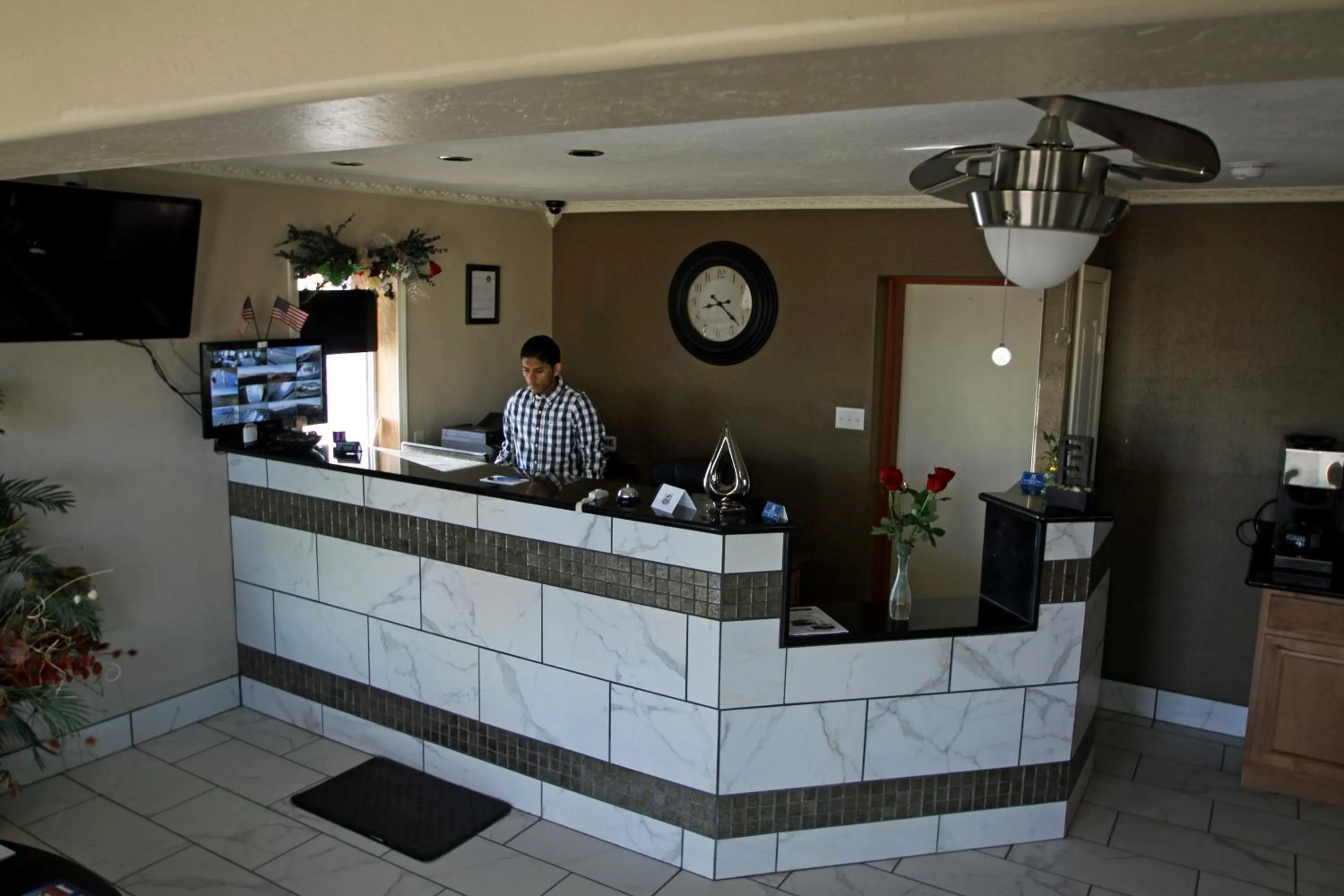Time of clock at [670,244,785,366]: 8:21
